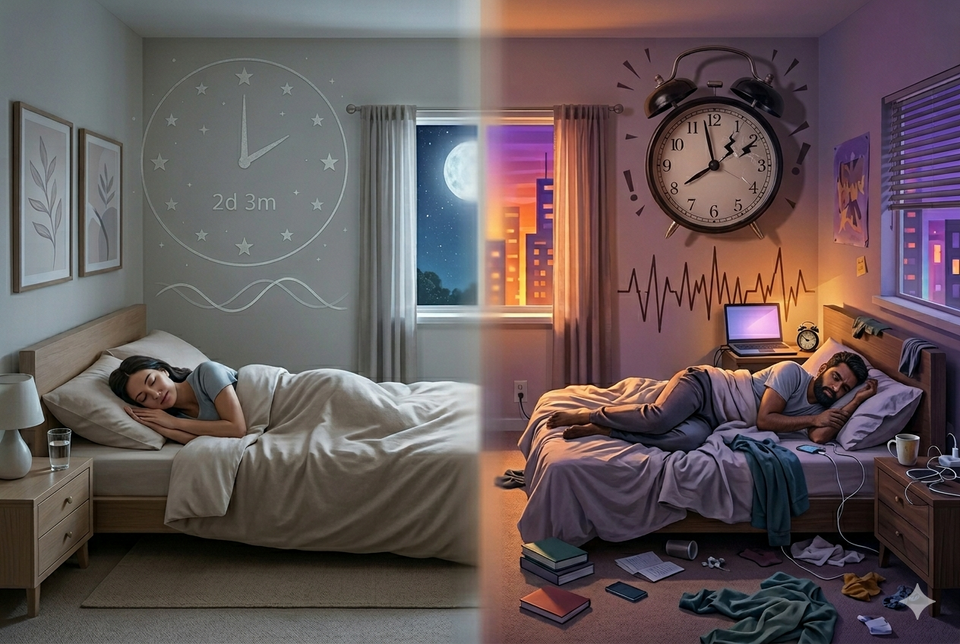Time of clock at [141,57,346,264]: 1:59
